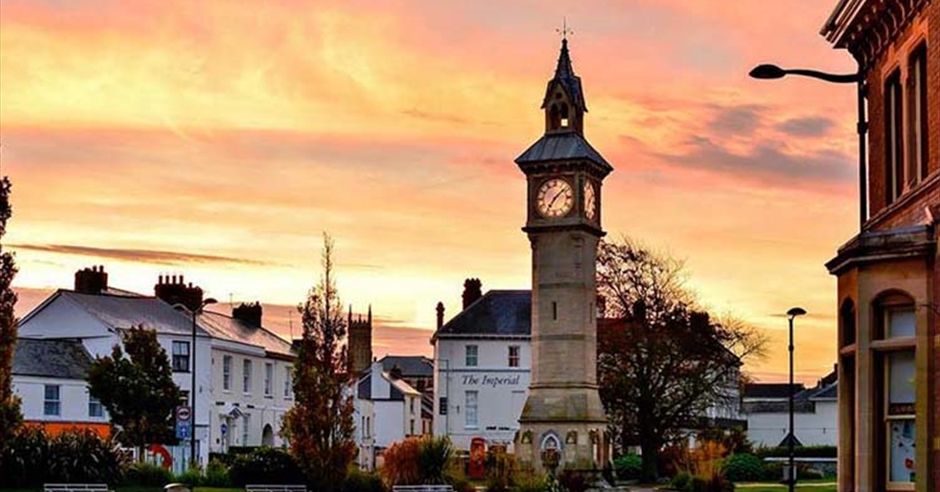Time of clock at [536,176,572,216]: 7:08
